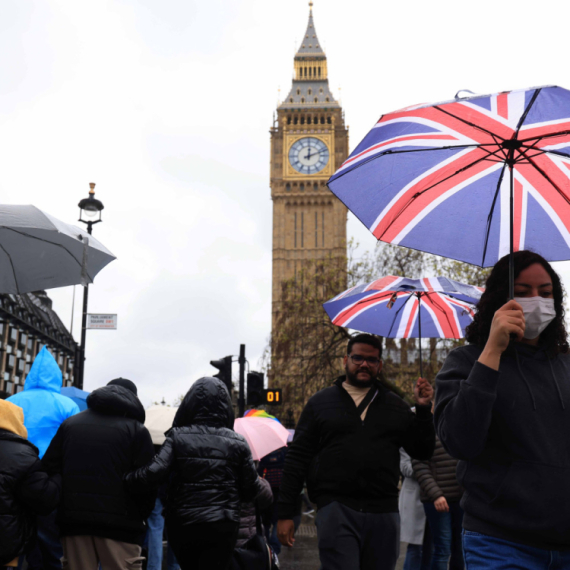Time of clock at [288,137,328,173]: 12:11
